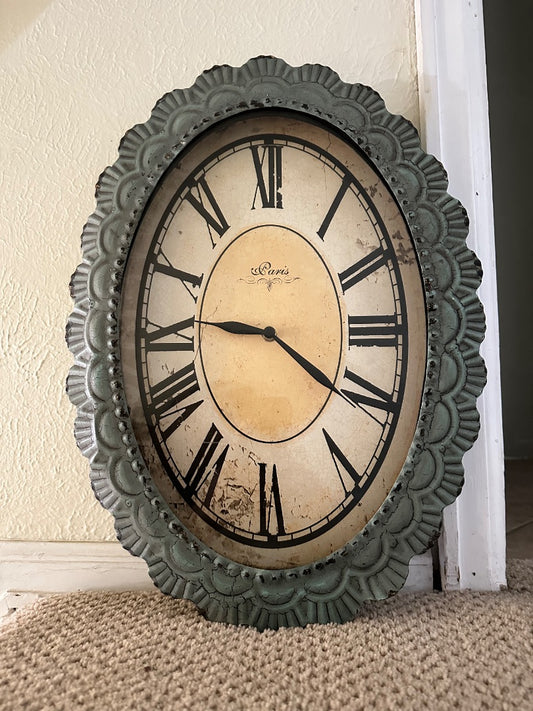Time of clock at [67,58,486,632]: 9:20
